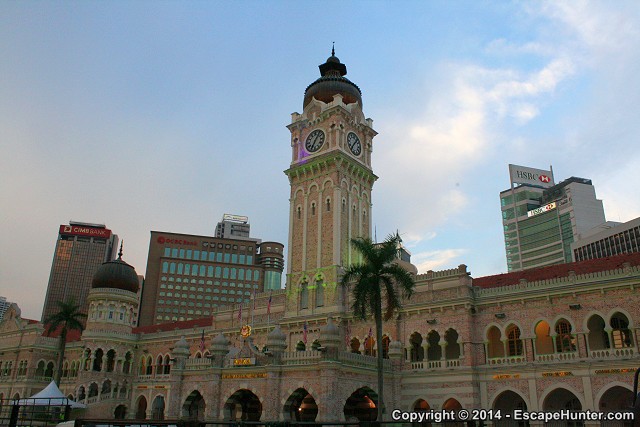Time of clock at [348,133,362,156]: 7:07
